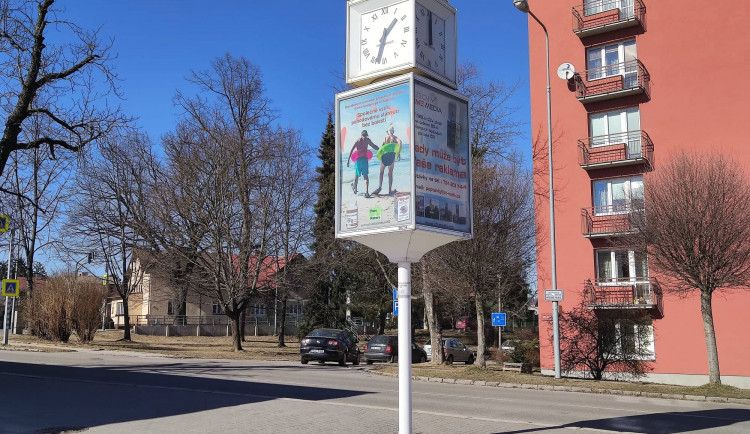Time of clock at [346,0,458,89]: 1:33
